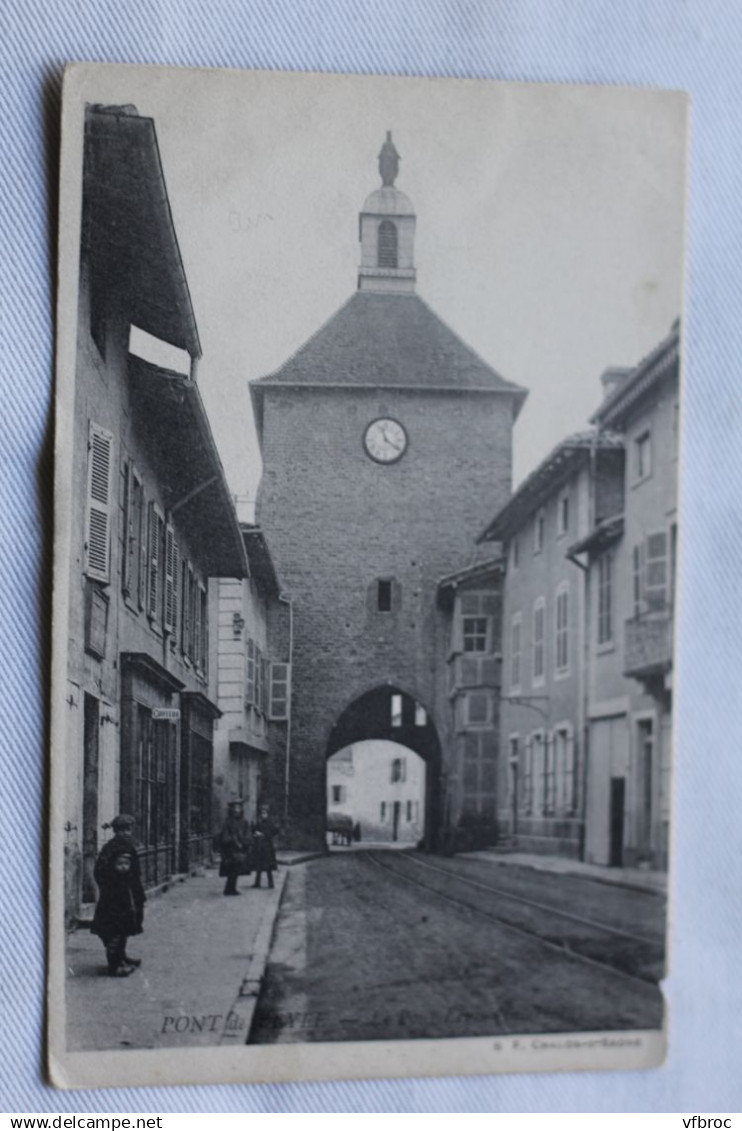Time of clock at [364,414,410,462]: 11:21
